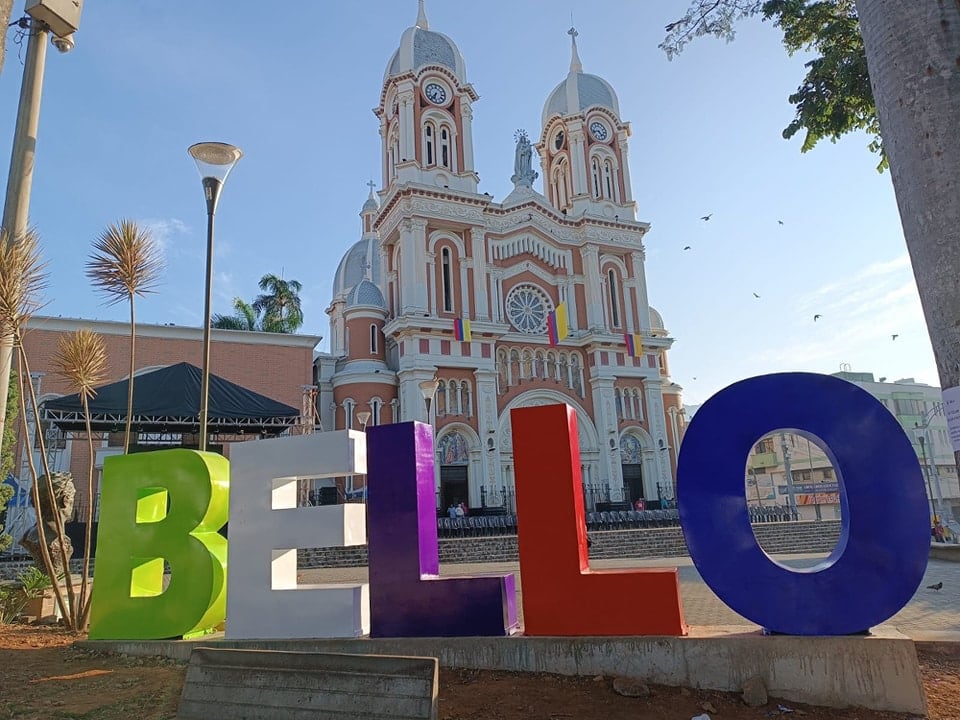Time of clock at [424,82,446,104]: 6:36
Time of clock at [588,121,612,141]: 4:42
